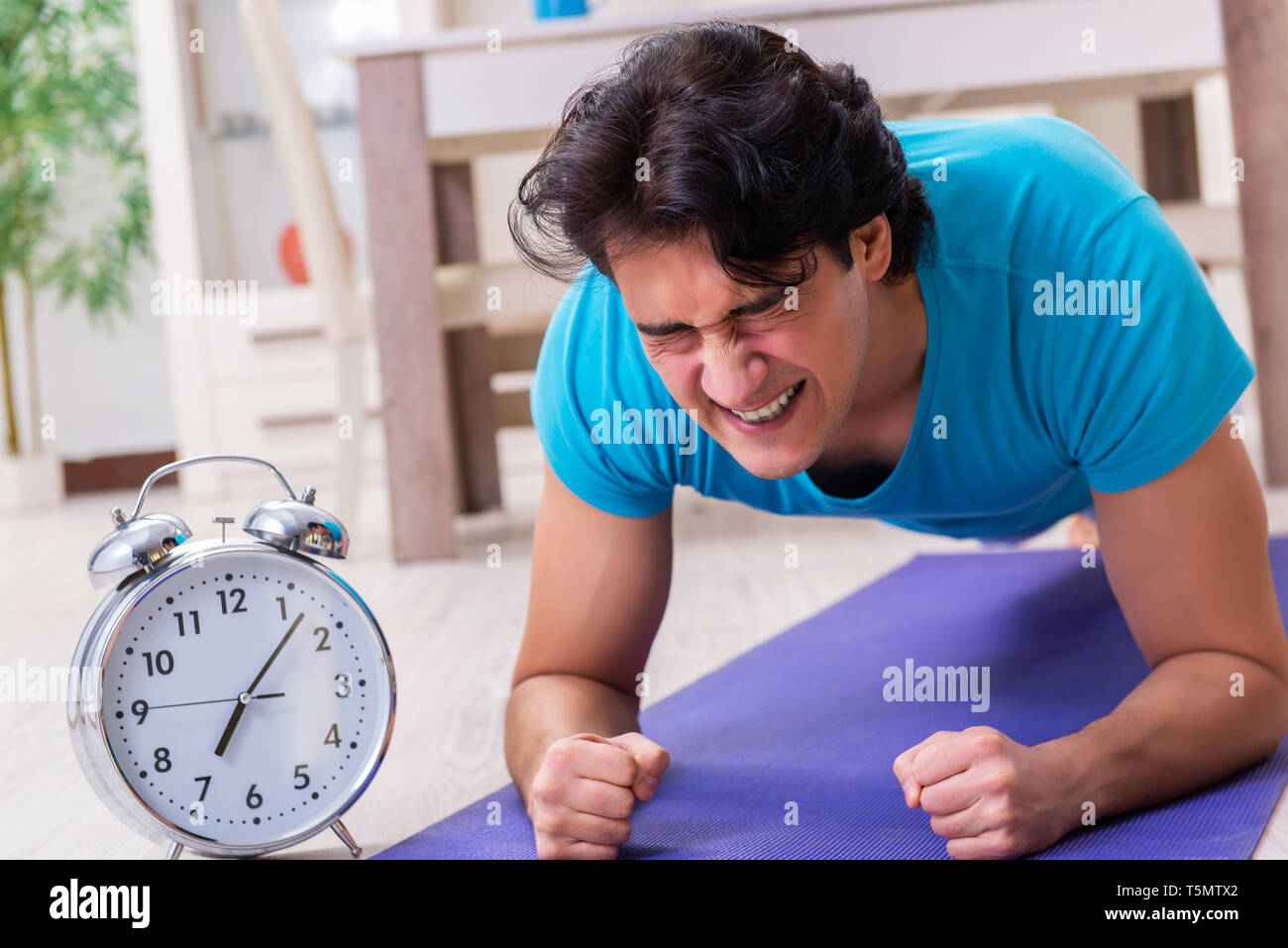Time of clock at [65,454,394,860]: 7:07
